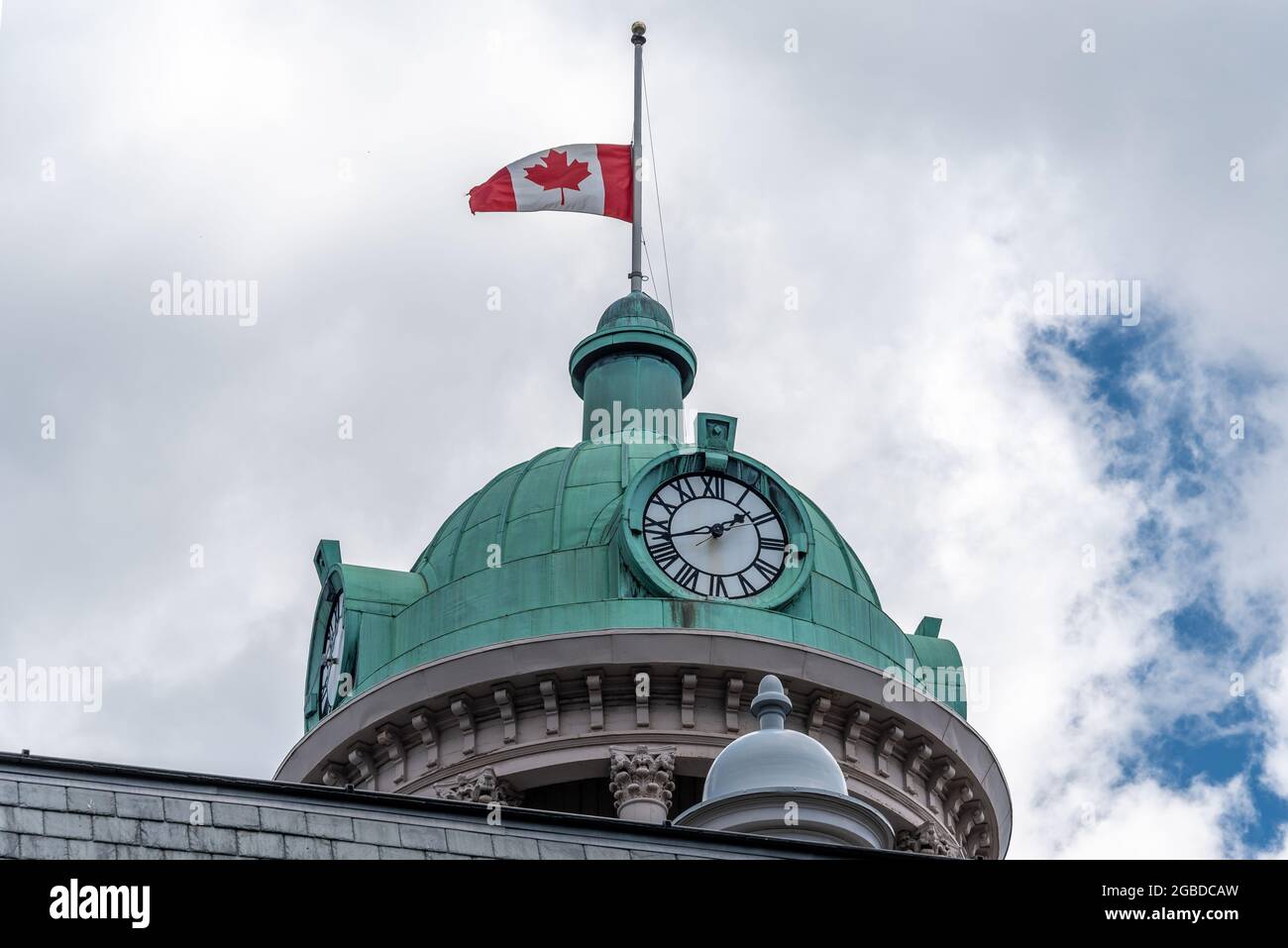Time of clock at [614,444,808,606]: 1:42
